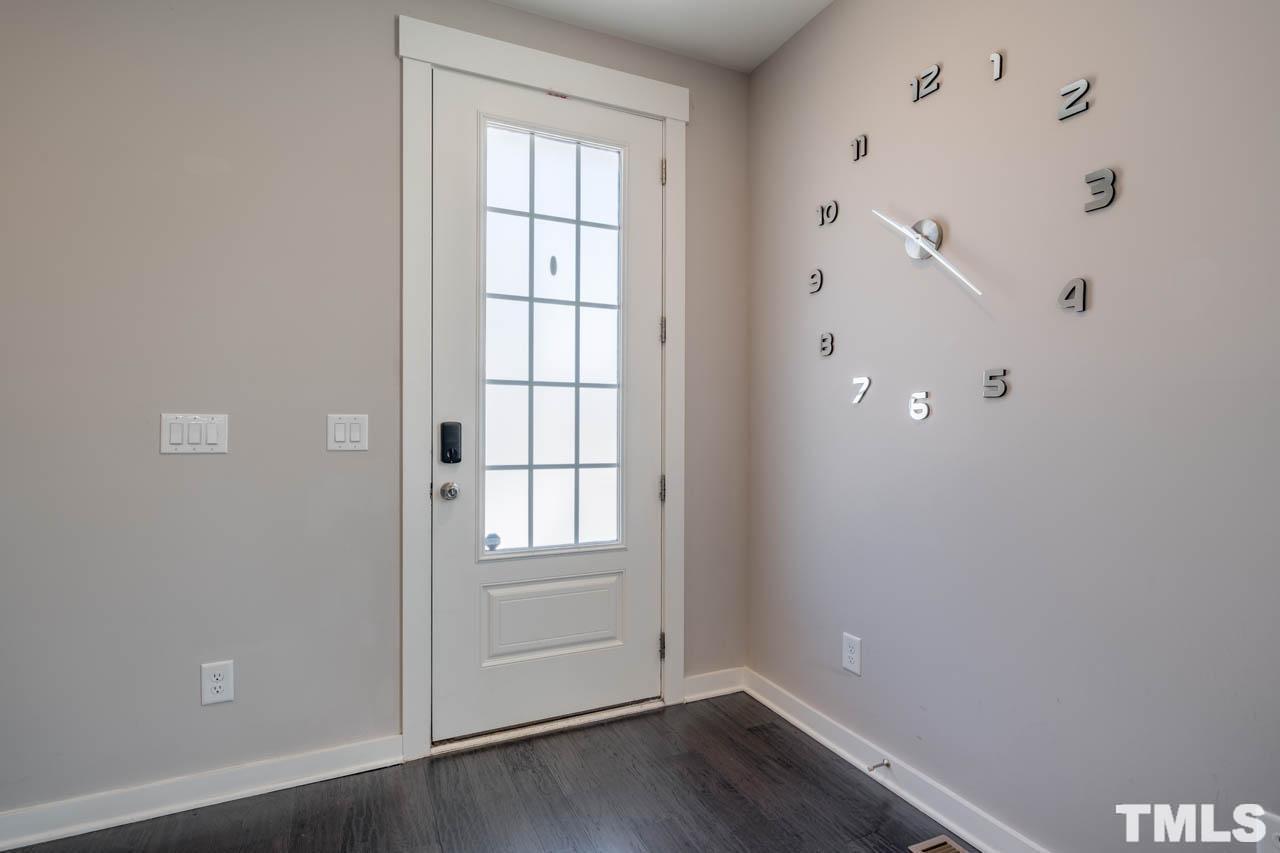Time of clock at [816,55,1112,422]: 4:22
